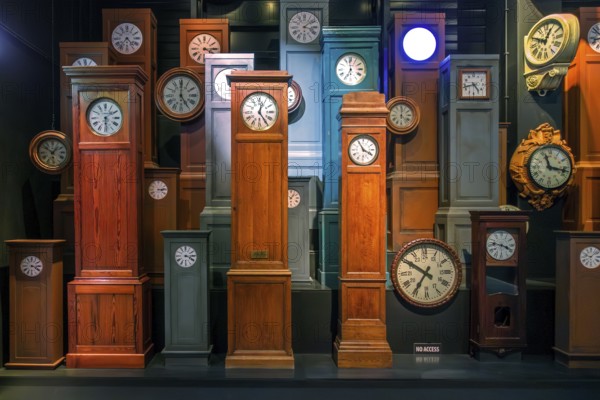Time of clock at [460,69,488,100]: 4:42
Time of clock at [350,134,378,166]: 3:55
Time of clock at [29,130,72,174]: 12:52
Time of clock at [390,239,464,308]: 6:50
